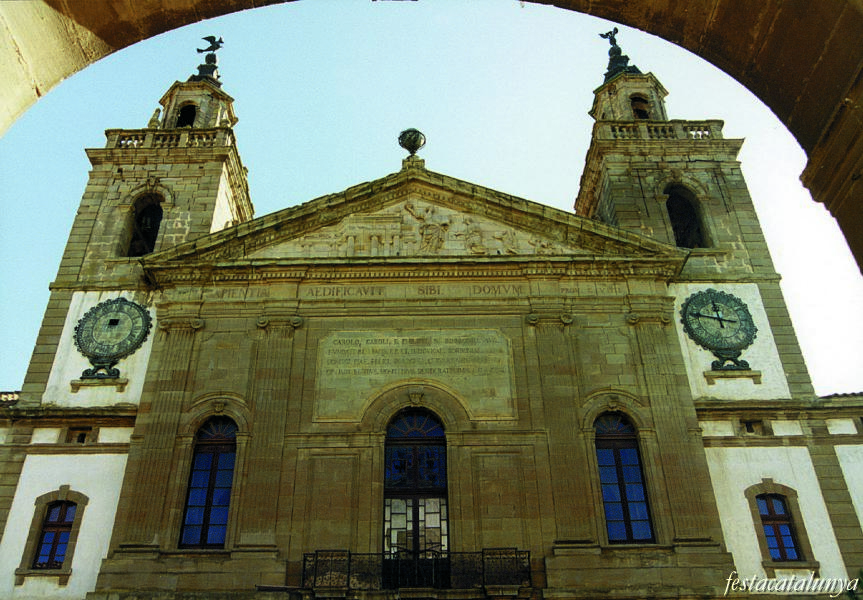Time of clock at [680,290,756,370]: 11:46
